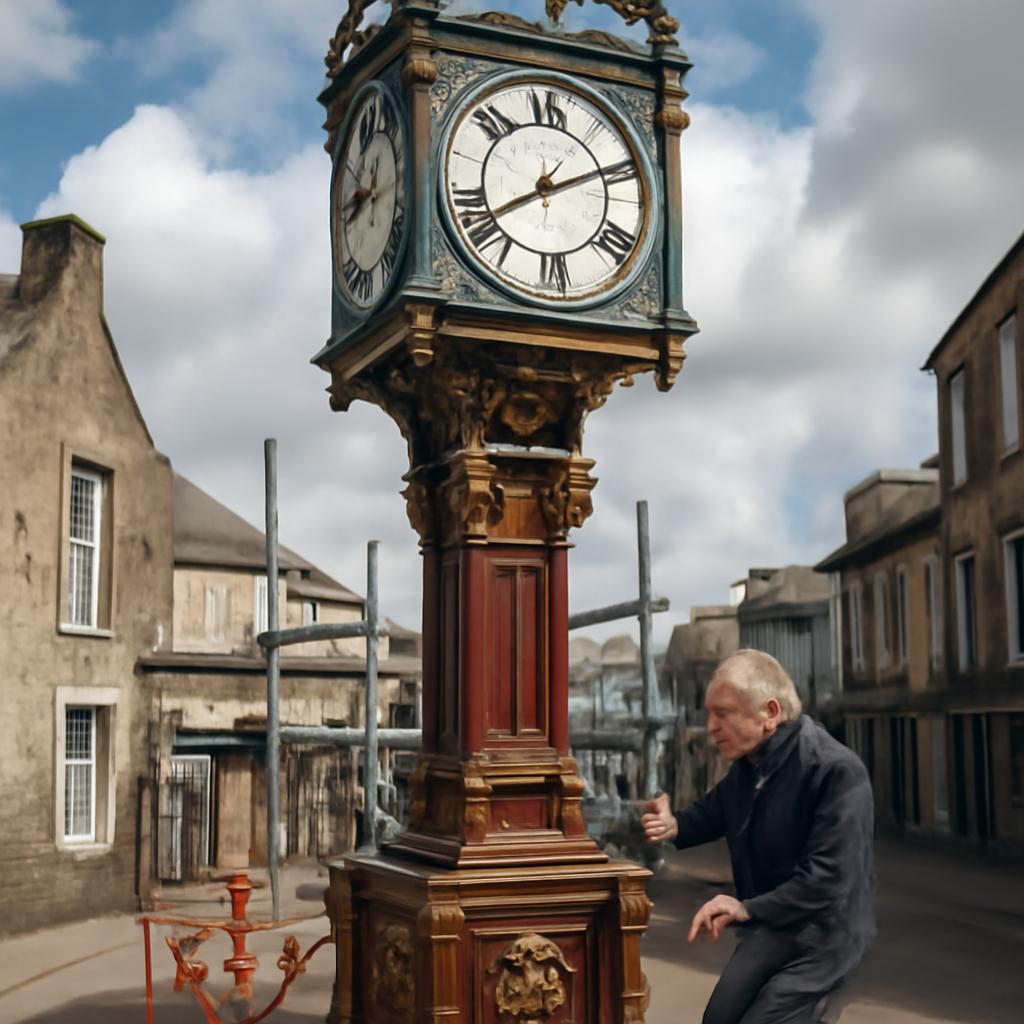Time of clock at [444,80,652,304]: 8:11
